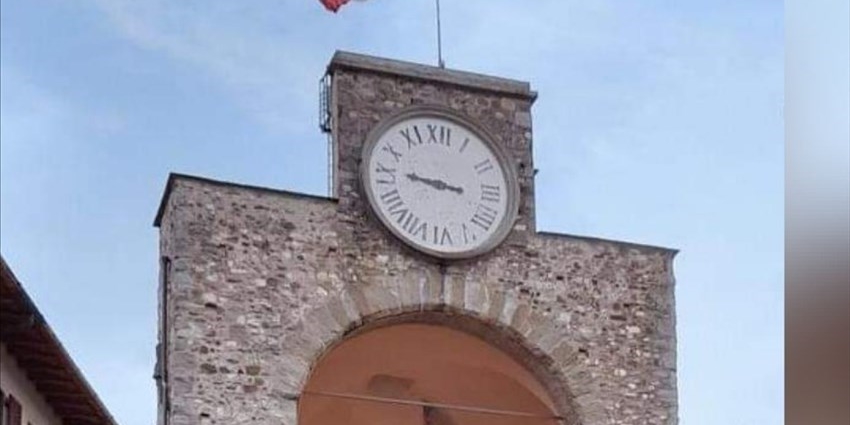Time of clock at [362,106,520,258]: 8:45
